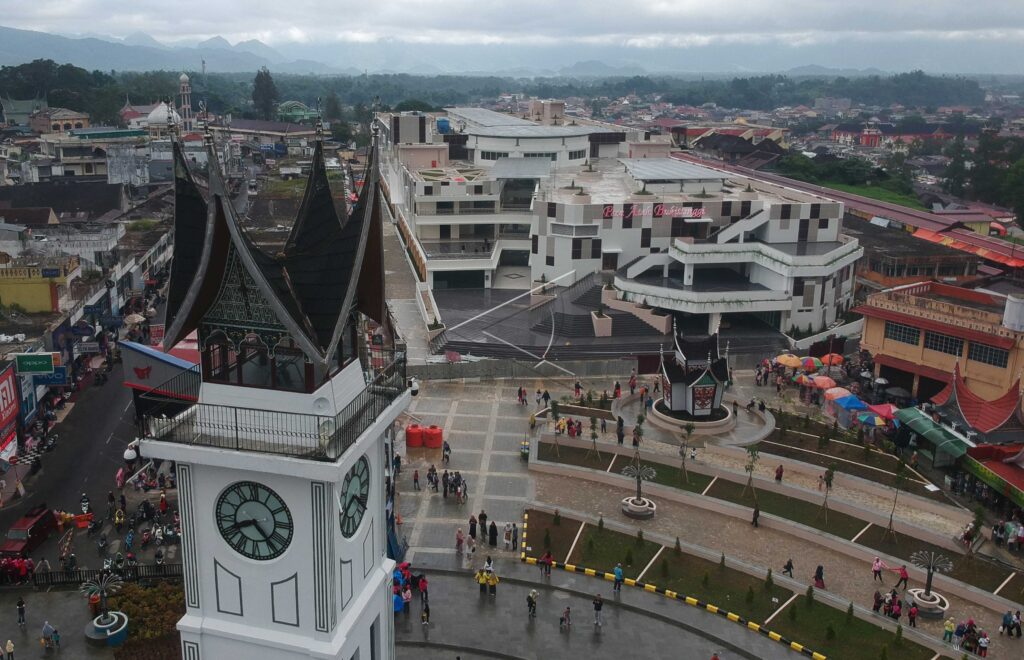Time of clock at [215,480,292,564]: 8:23
